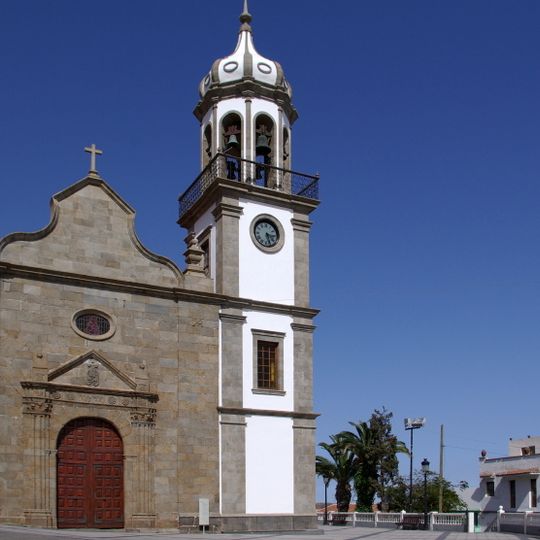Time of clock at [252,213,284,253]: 3:27
